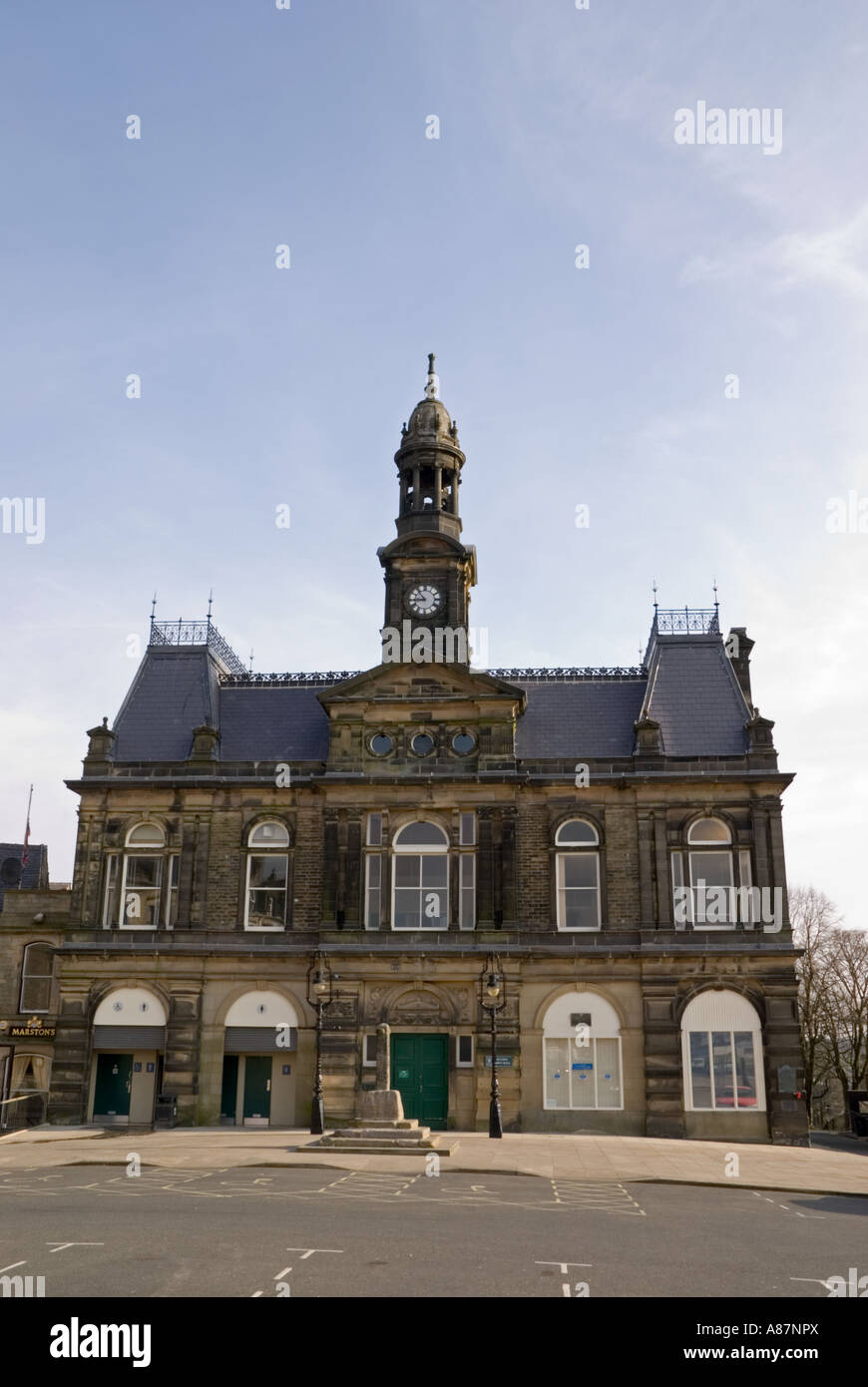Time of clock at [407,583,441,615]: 8:53
